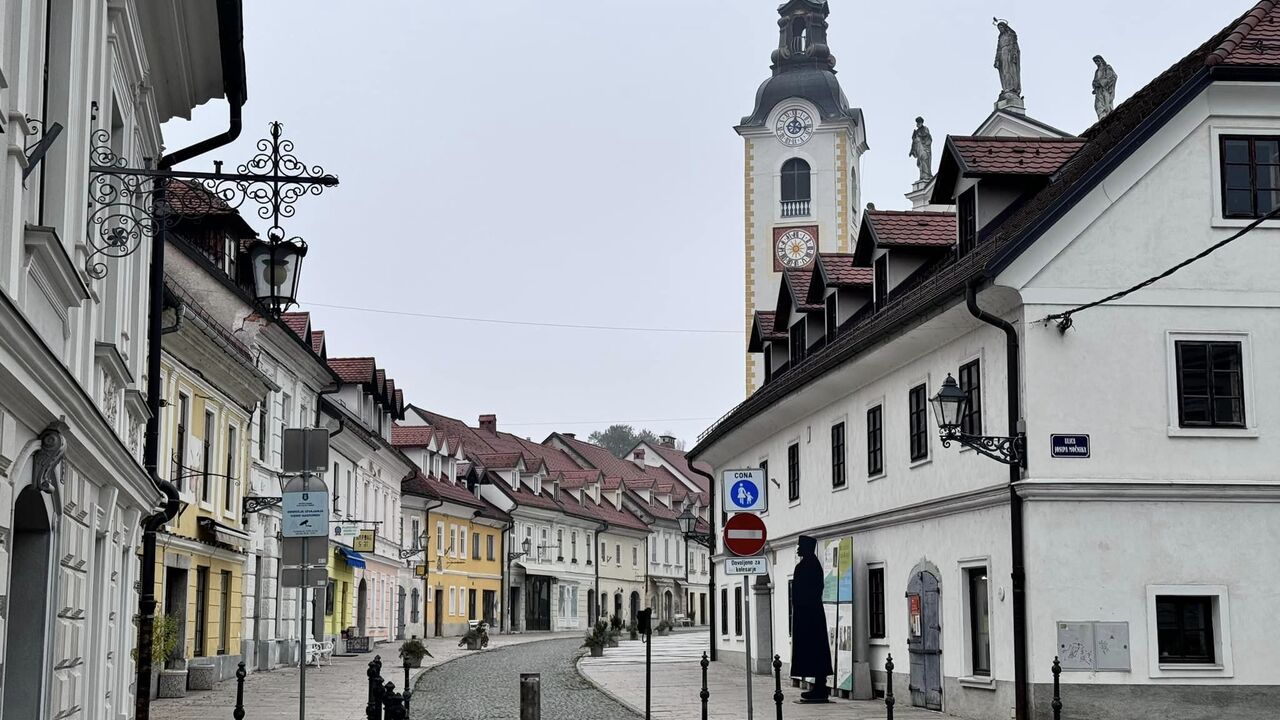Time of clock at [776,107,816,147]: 12:16
